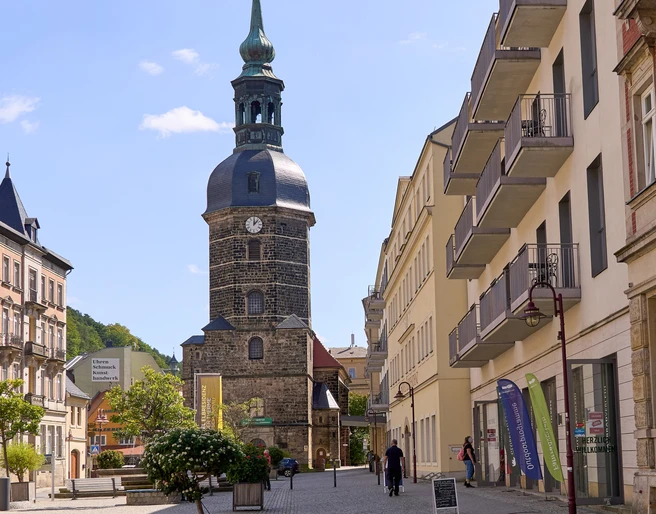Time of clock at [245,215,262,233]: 12:07
